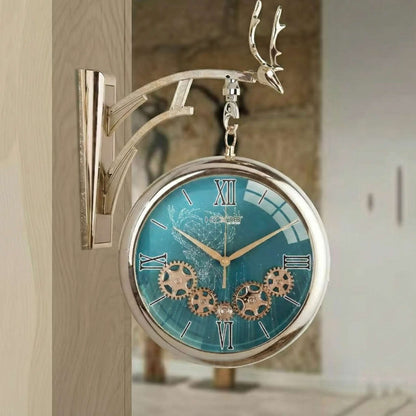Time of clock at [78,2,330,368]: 1:50
